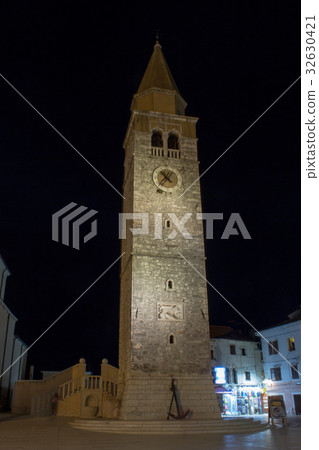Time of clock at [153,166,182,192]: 10:36
